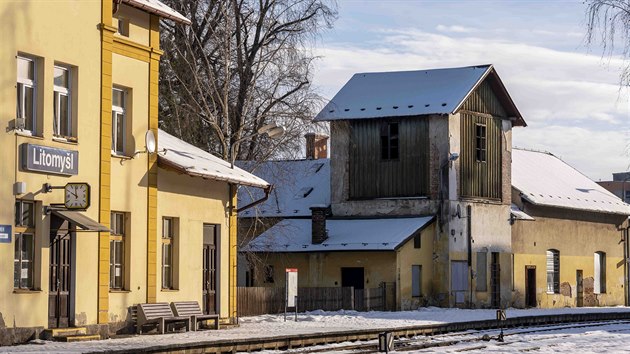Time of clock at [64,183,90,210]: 9:58
